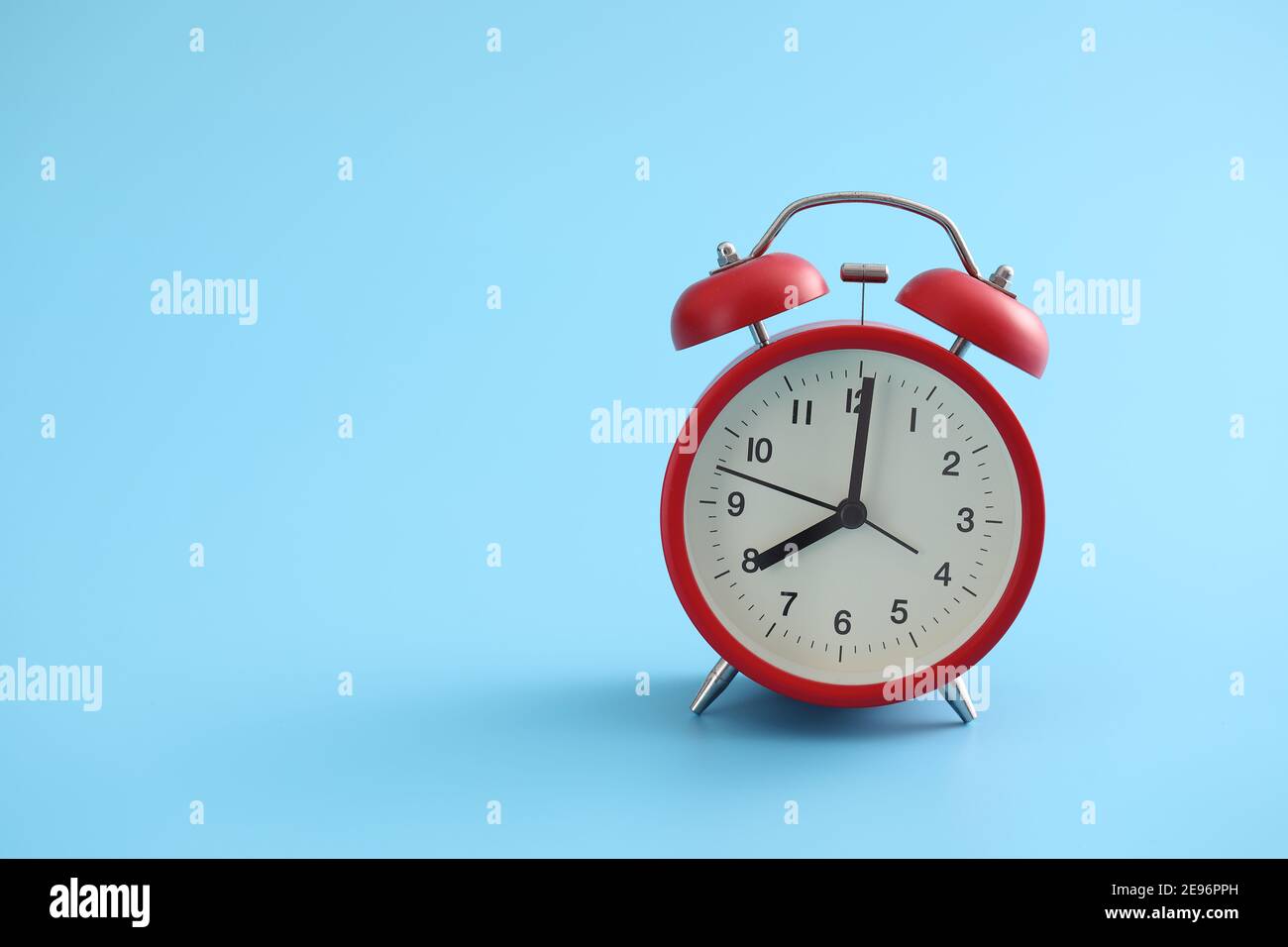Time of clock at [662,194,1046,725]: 8:00
